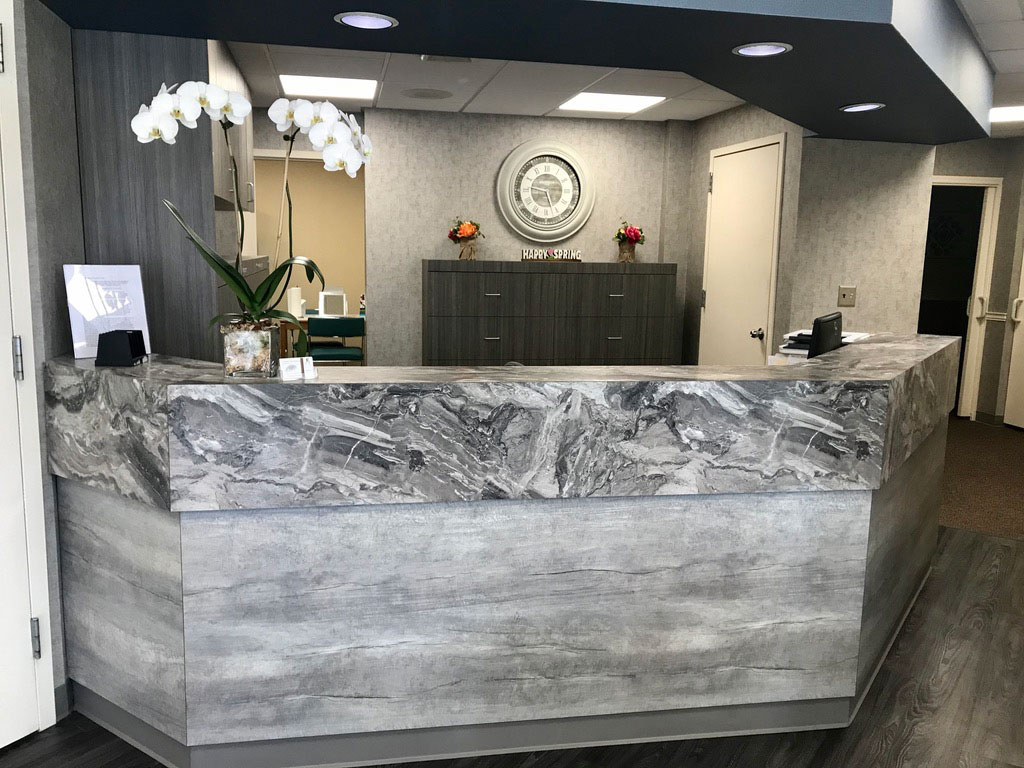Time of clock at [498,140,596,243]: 9:26
